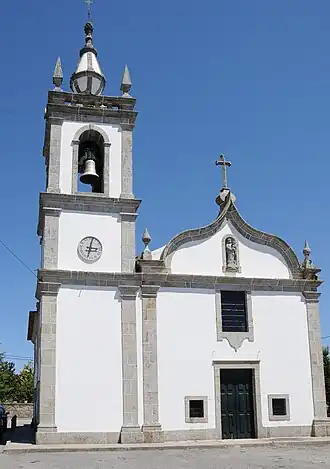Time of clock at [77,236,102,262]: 3:02
